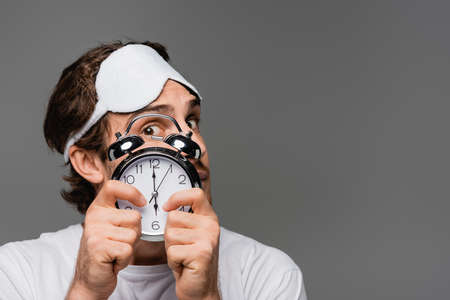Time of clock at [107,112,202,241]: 5:59
